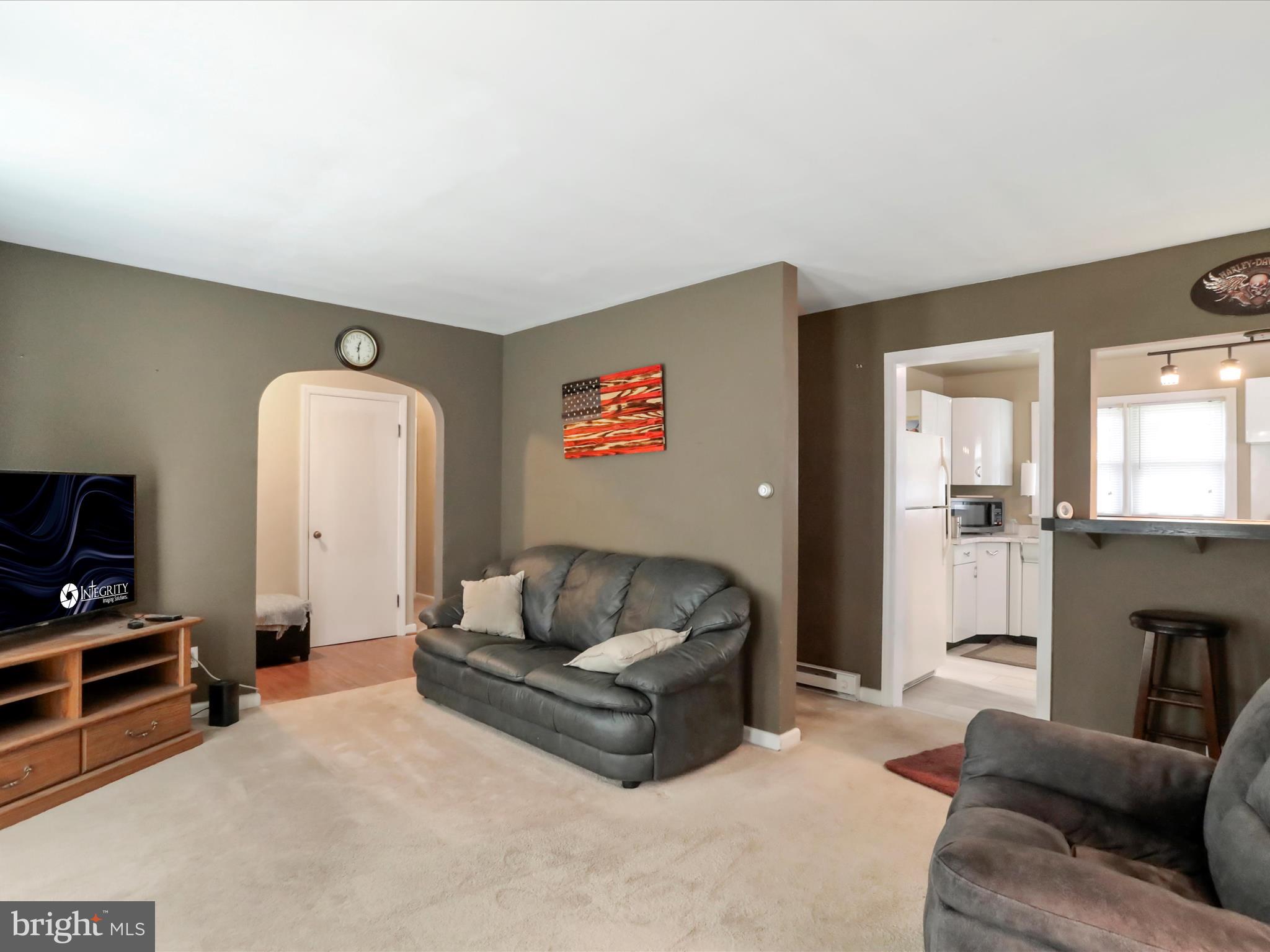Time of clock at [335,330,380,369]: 12:29
